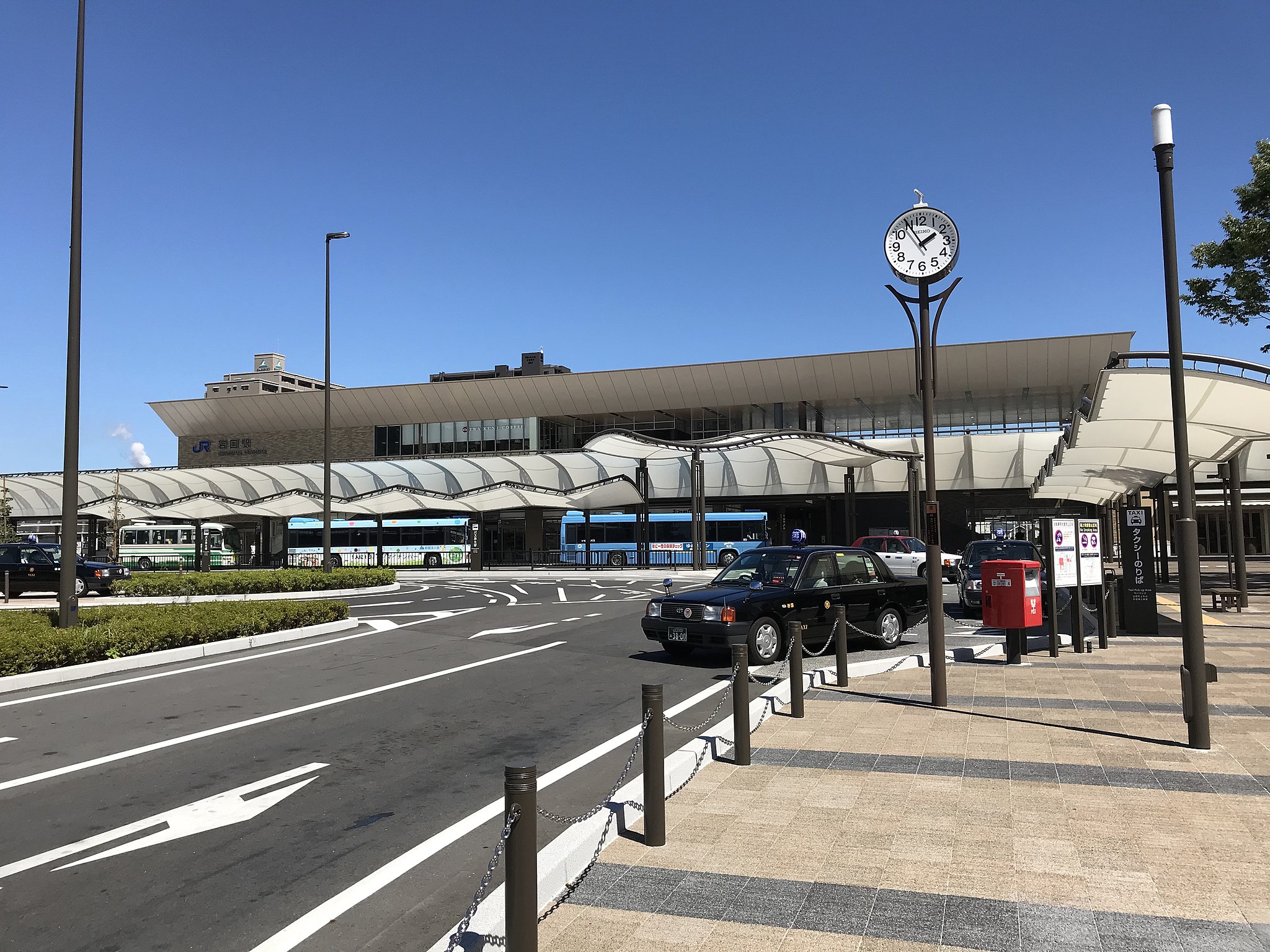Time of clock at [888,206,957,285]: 1:55
